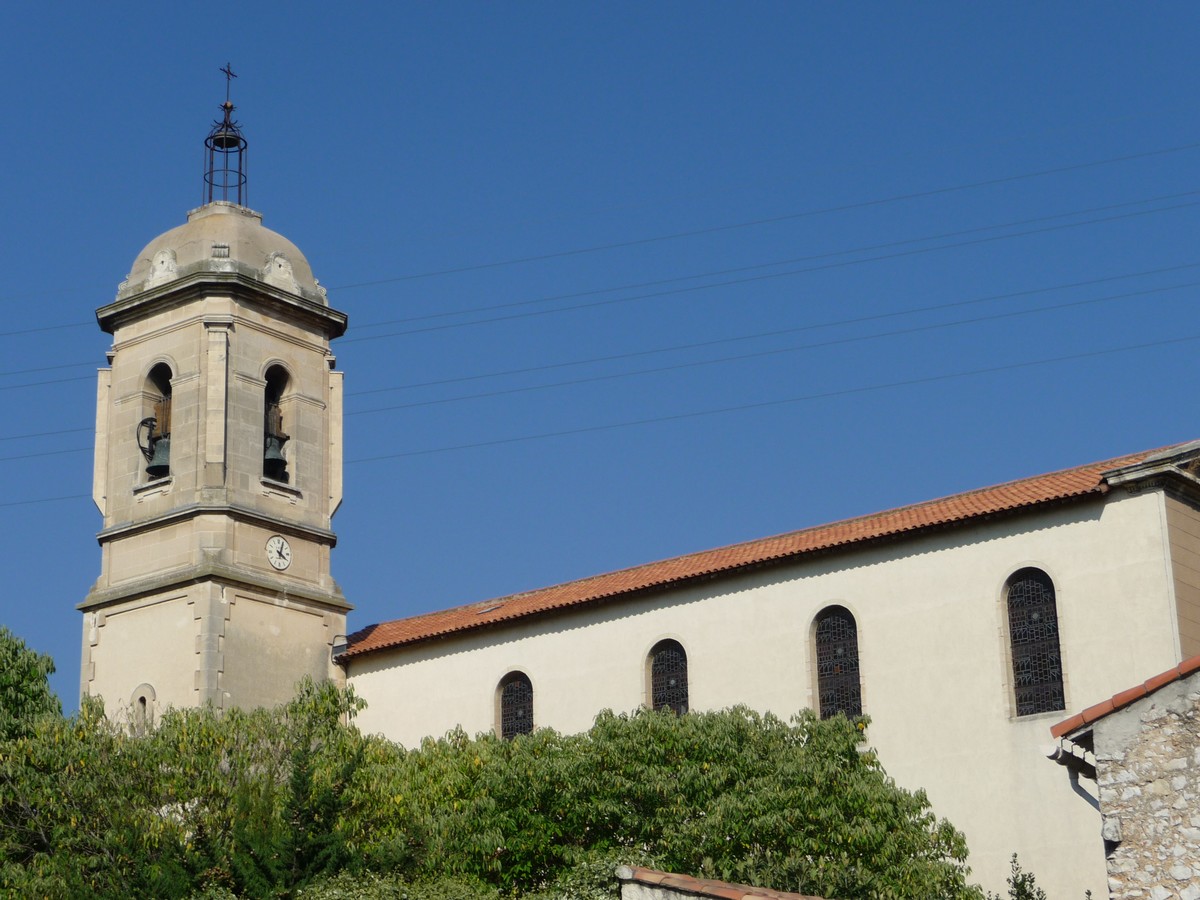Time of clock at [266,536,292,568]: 4:03
